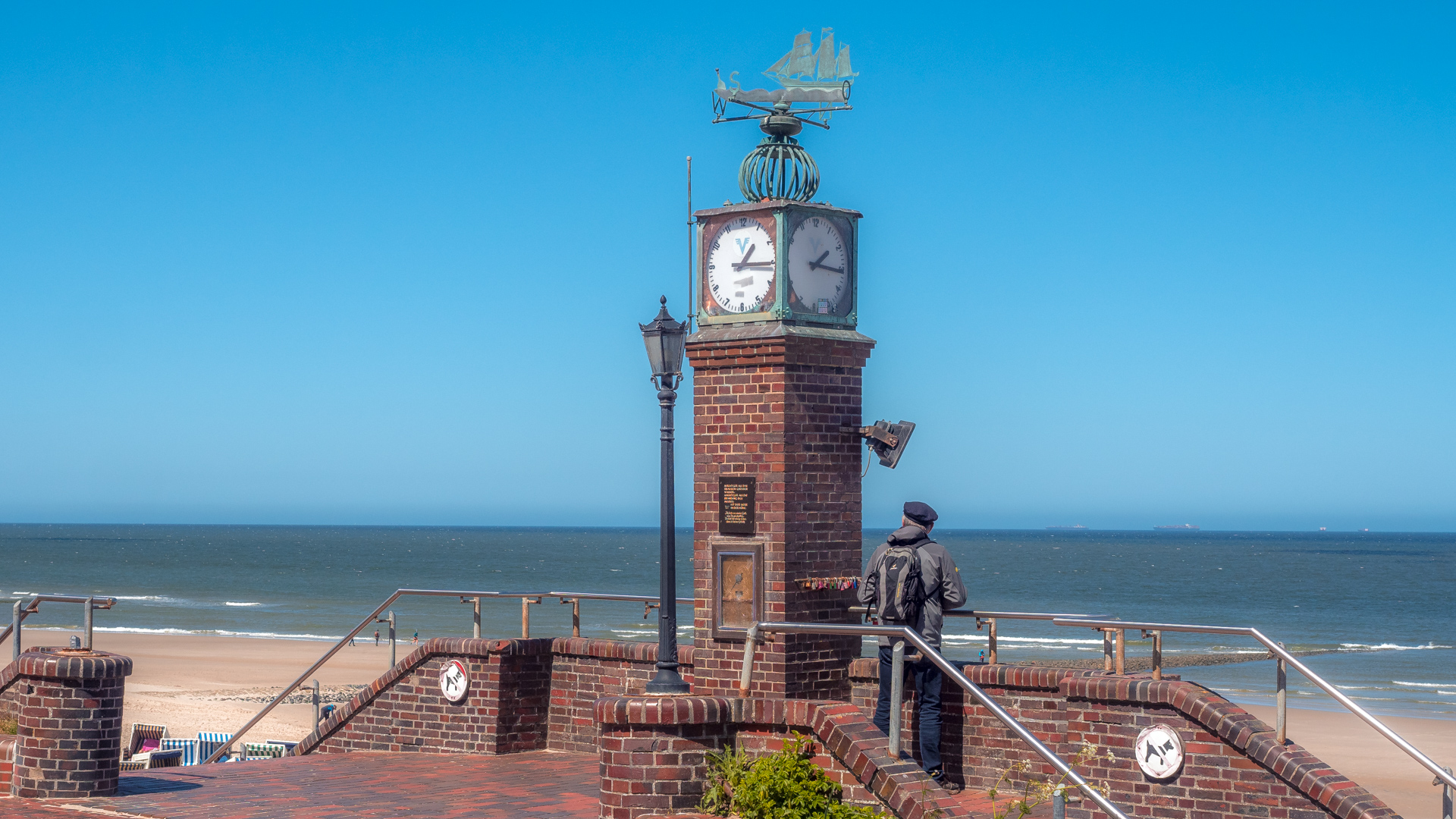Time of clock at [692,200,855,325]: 1:15
